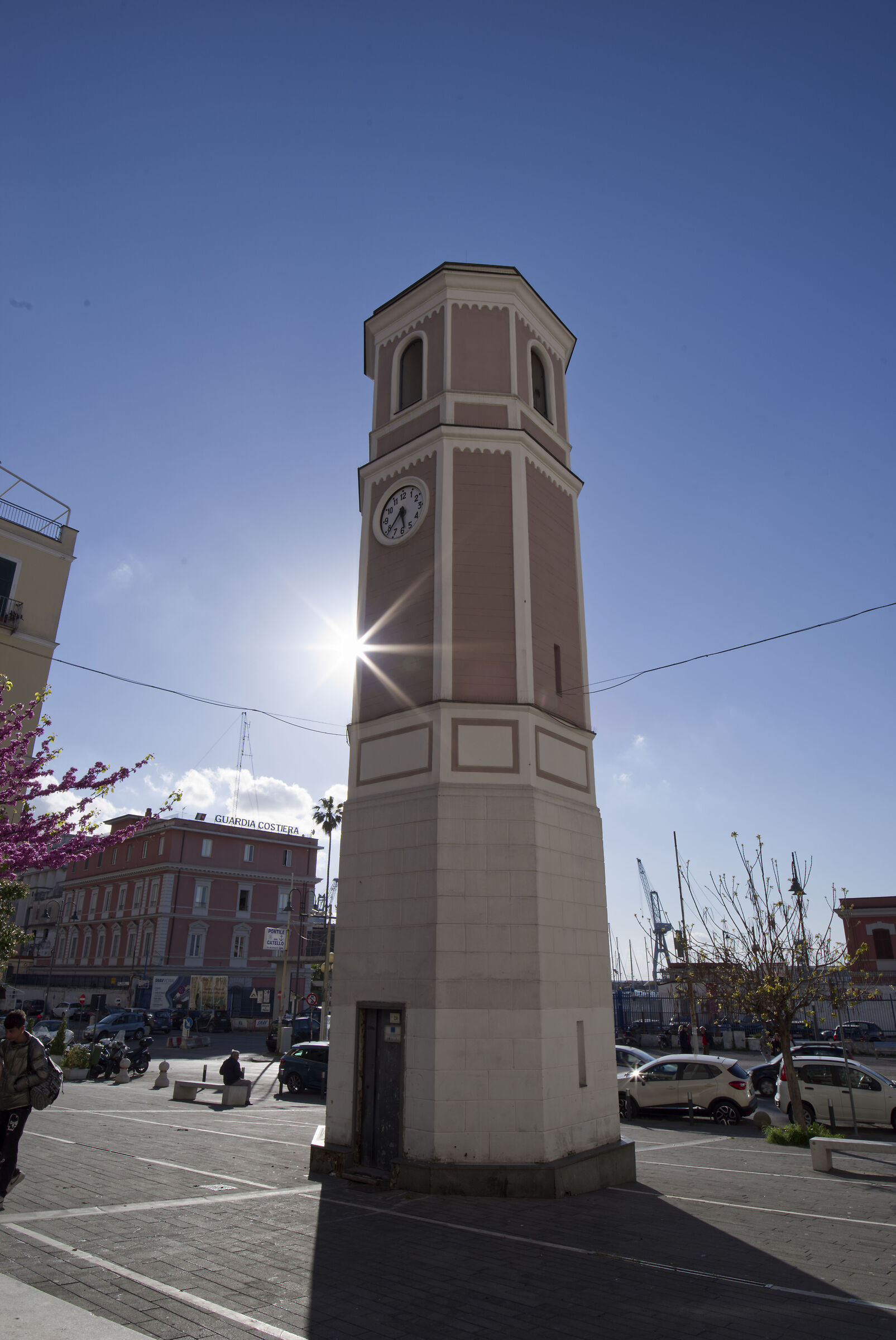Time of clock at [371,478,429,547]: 5:38
